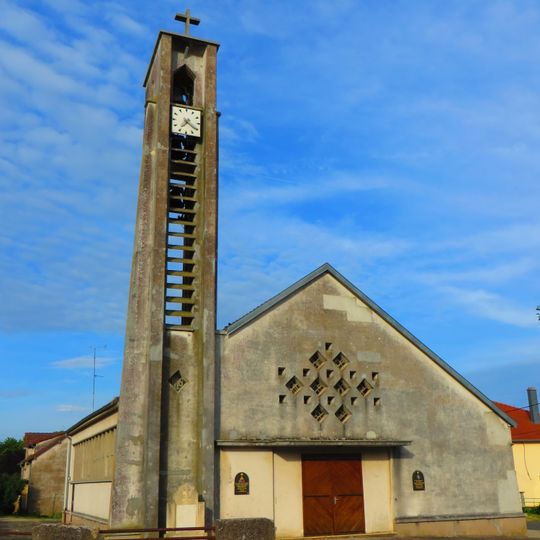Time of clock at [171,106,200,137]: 7:20
